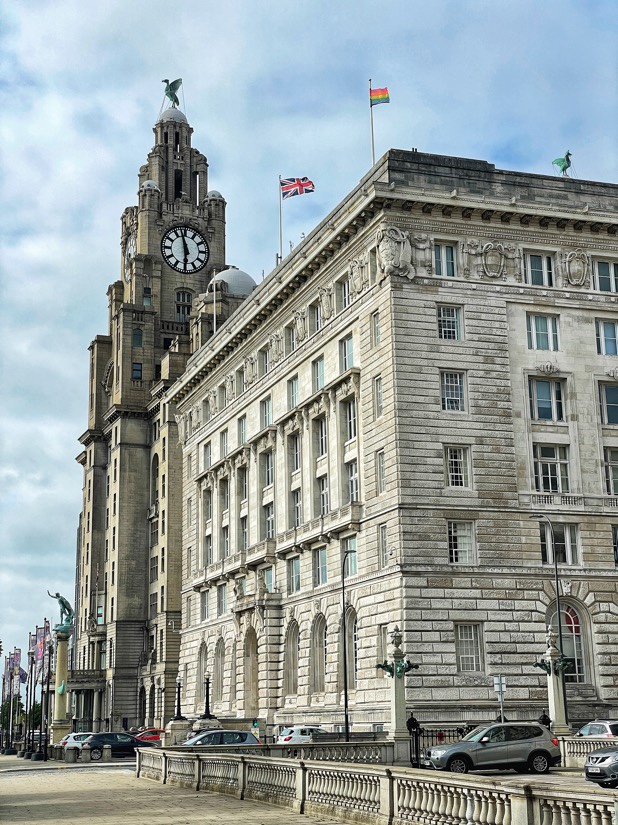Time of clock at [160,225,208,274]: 5:57
